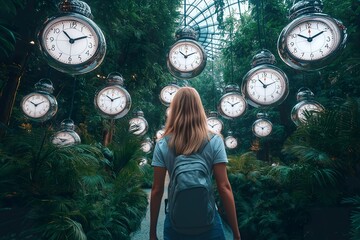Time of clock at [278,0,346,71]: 10:10
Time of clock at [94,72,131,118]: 10:10
